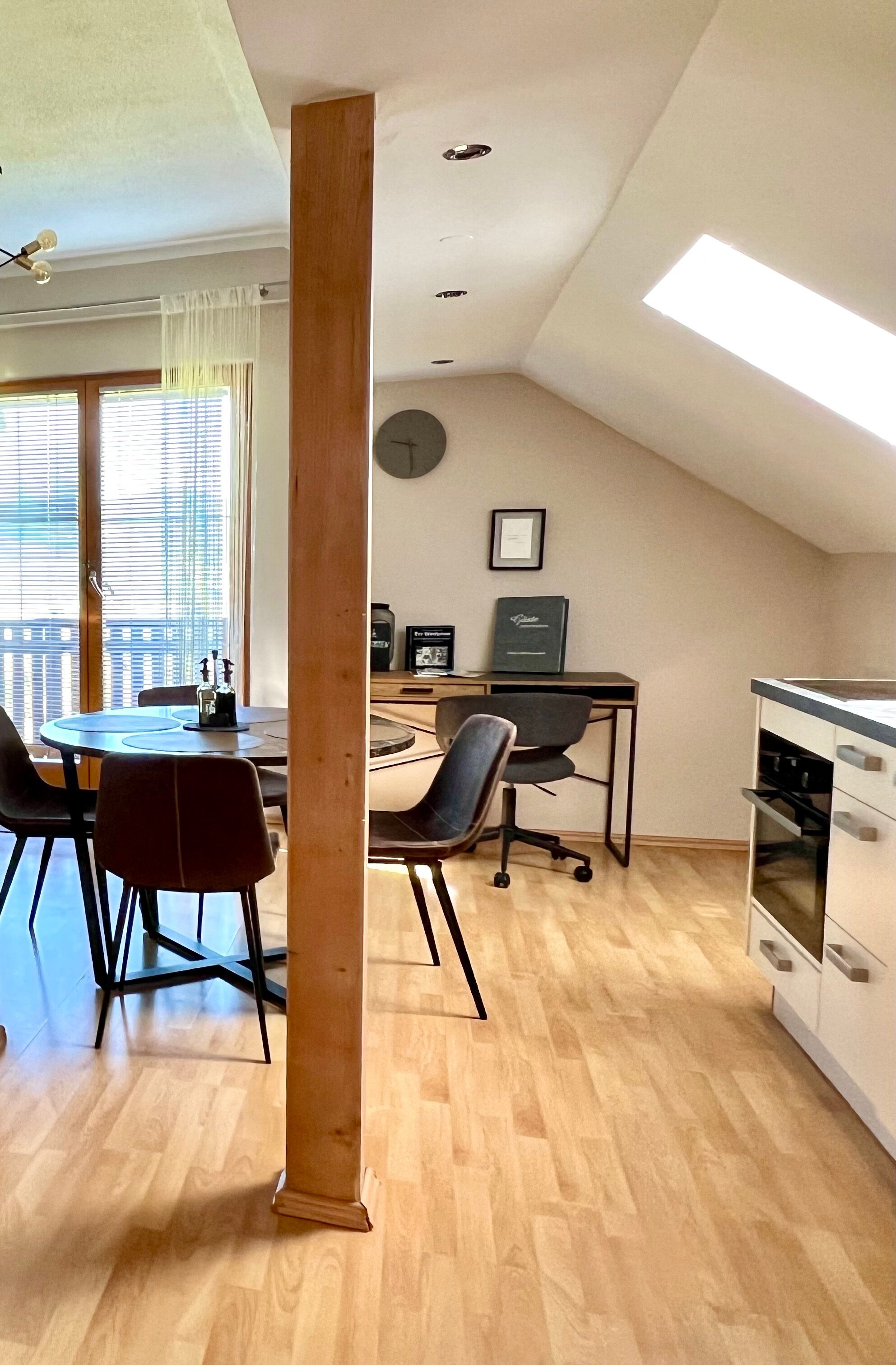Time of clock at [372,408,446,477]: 9:29
